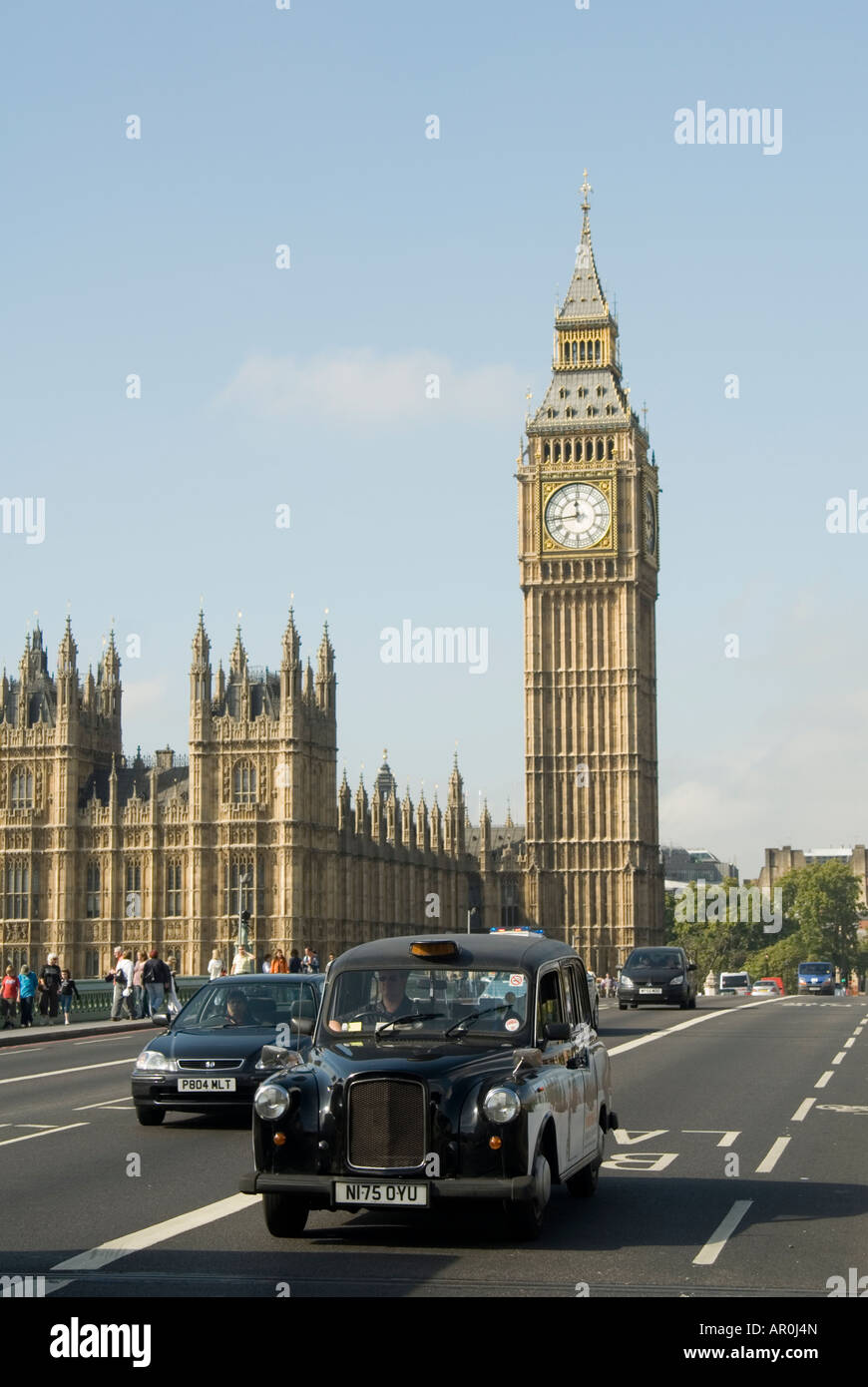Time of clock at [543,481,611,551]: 11:43
